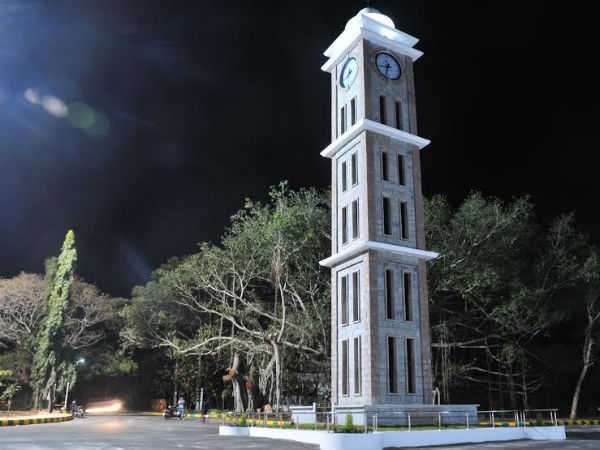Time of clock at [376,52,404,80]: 8:33
